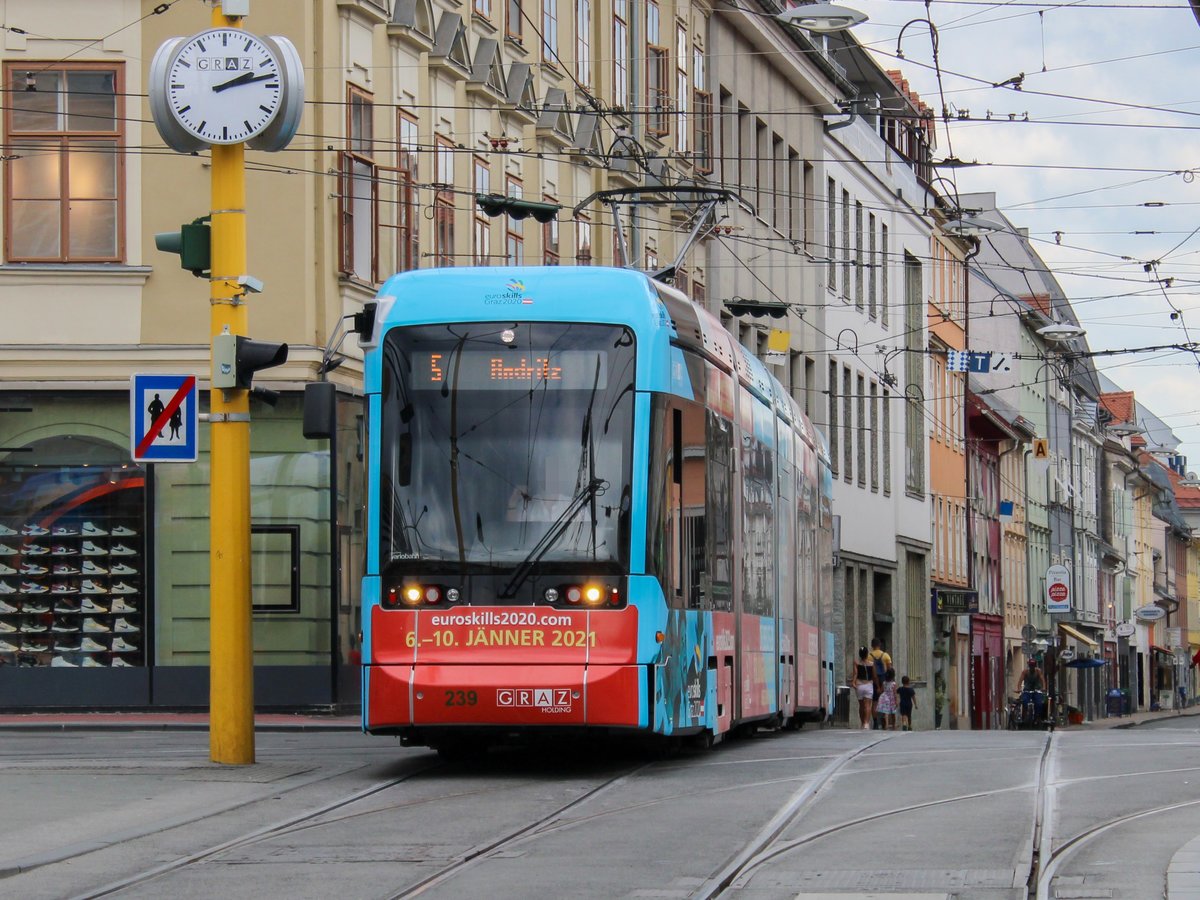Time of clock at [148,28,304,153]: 2:12
